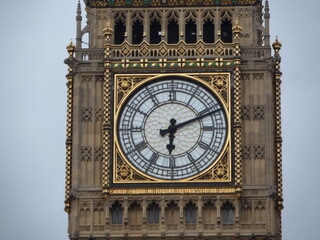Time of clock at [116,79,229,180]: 6:11
